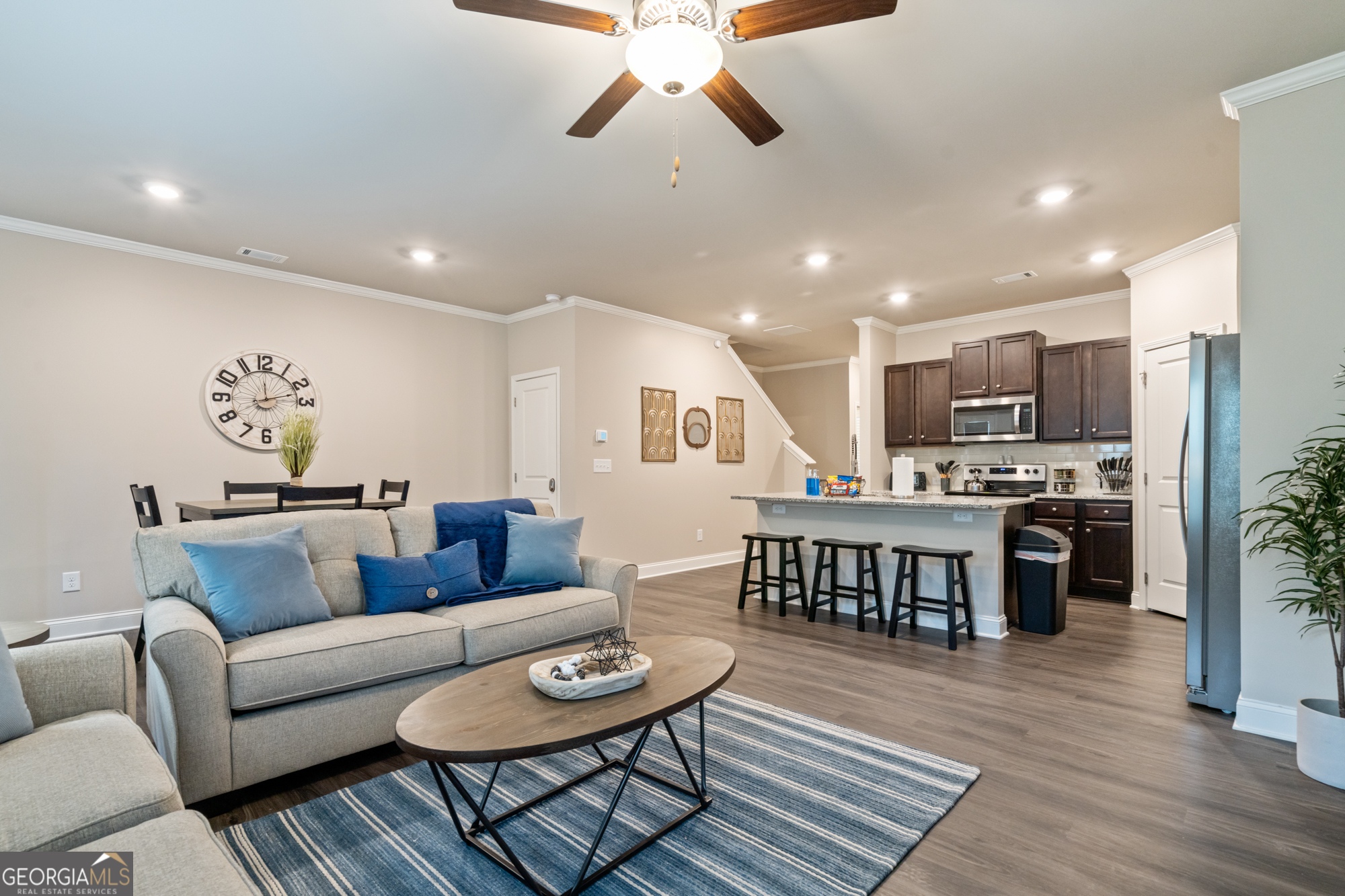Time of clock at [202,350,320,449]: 12:11
